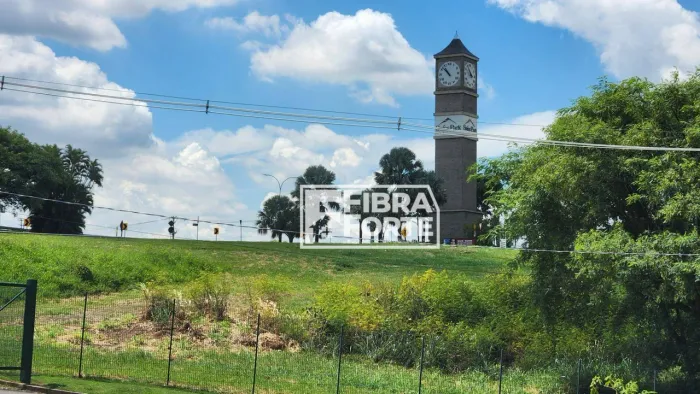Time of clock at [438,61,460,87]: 10:52
